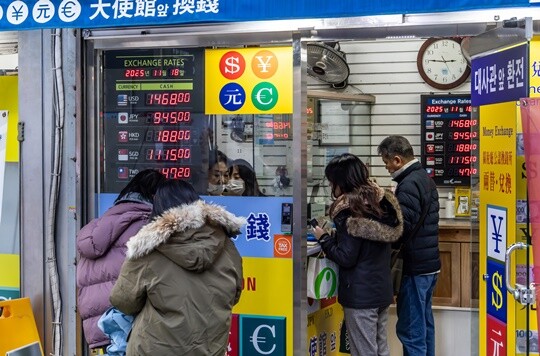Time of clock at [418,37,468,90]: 2:45
